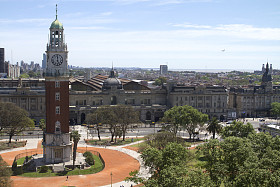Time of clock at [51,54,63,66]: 5:00
